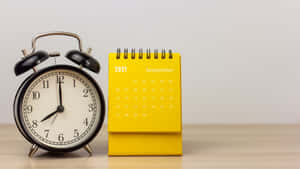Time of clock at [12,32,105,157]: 8:00
